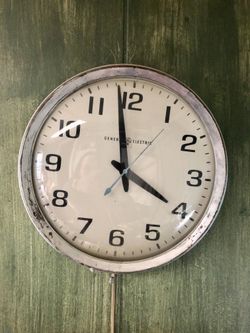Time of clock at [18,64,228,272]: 3:58
